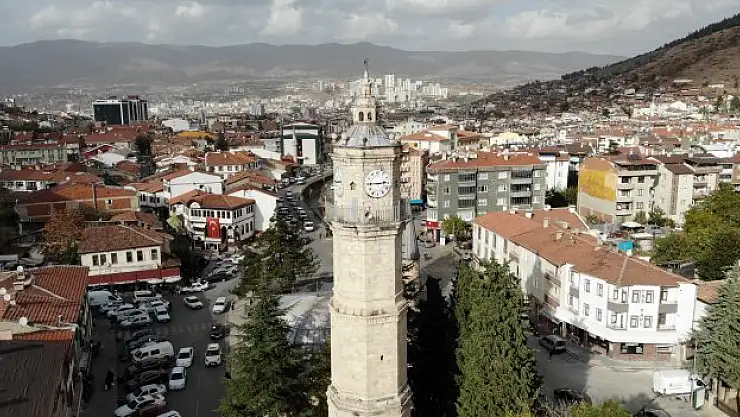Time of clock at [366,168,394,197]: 2:45
